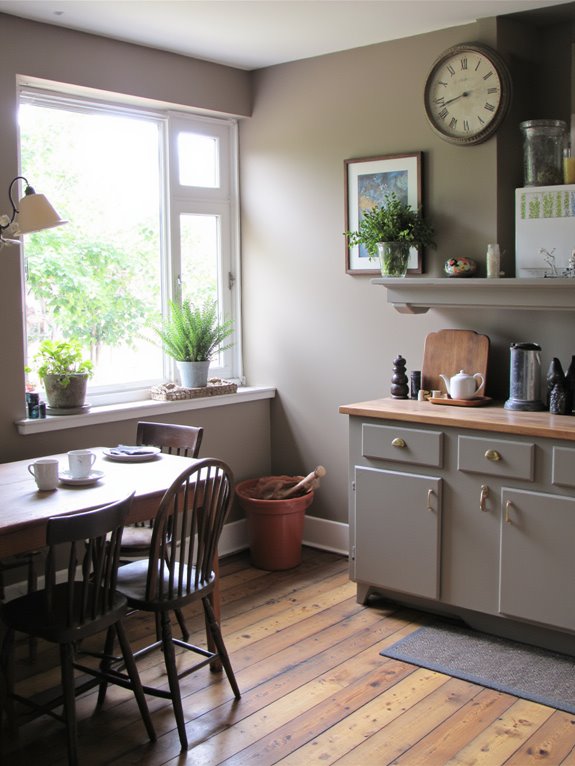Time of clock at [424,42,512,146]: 2:42
